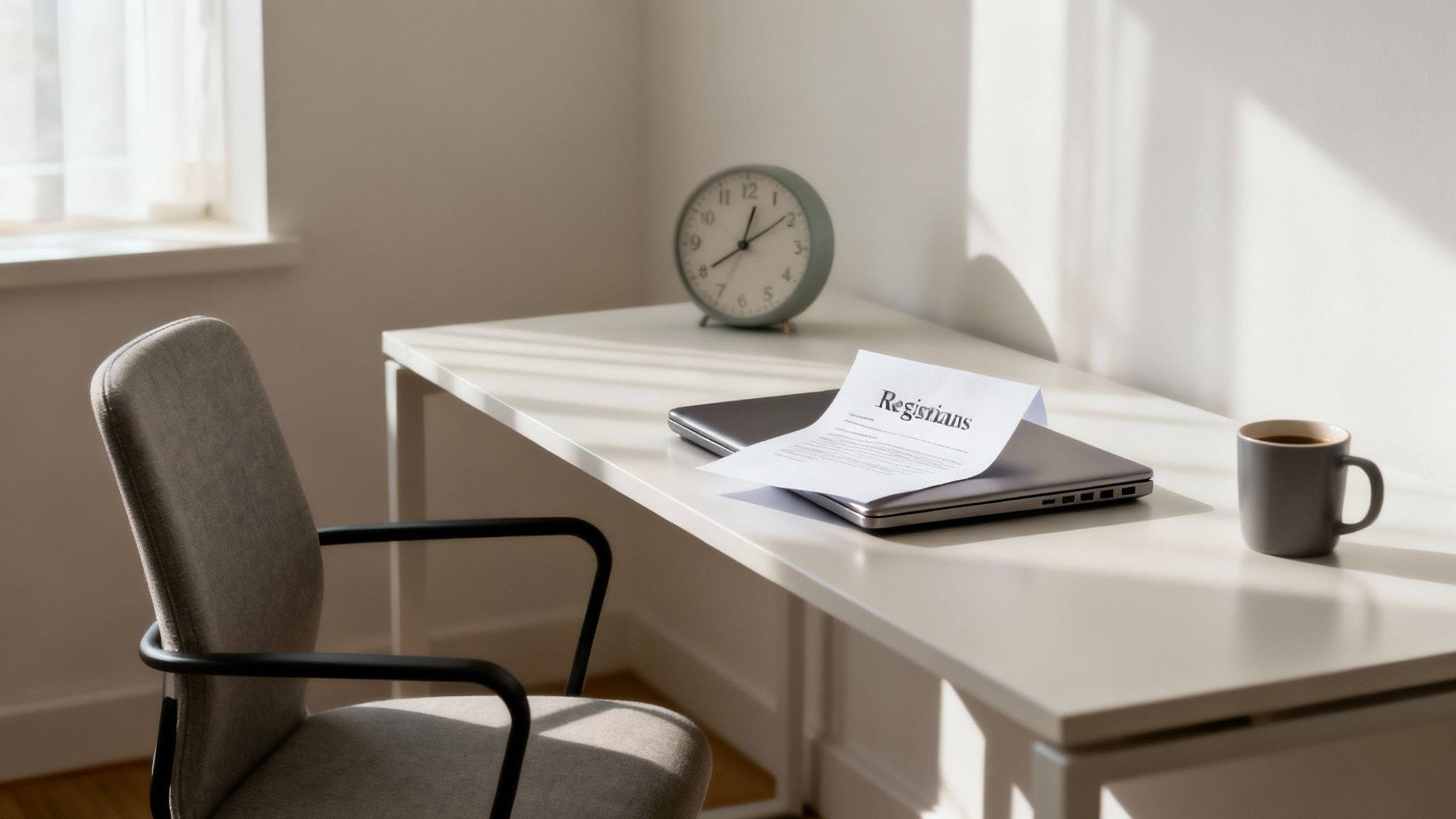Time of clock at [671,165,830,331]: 12:09
